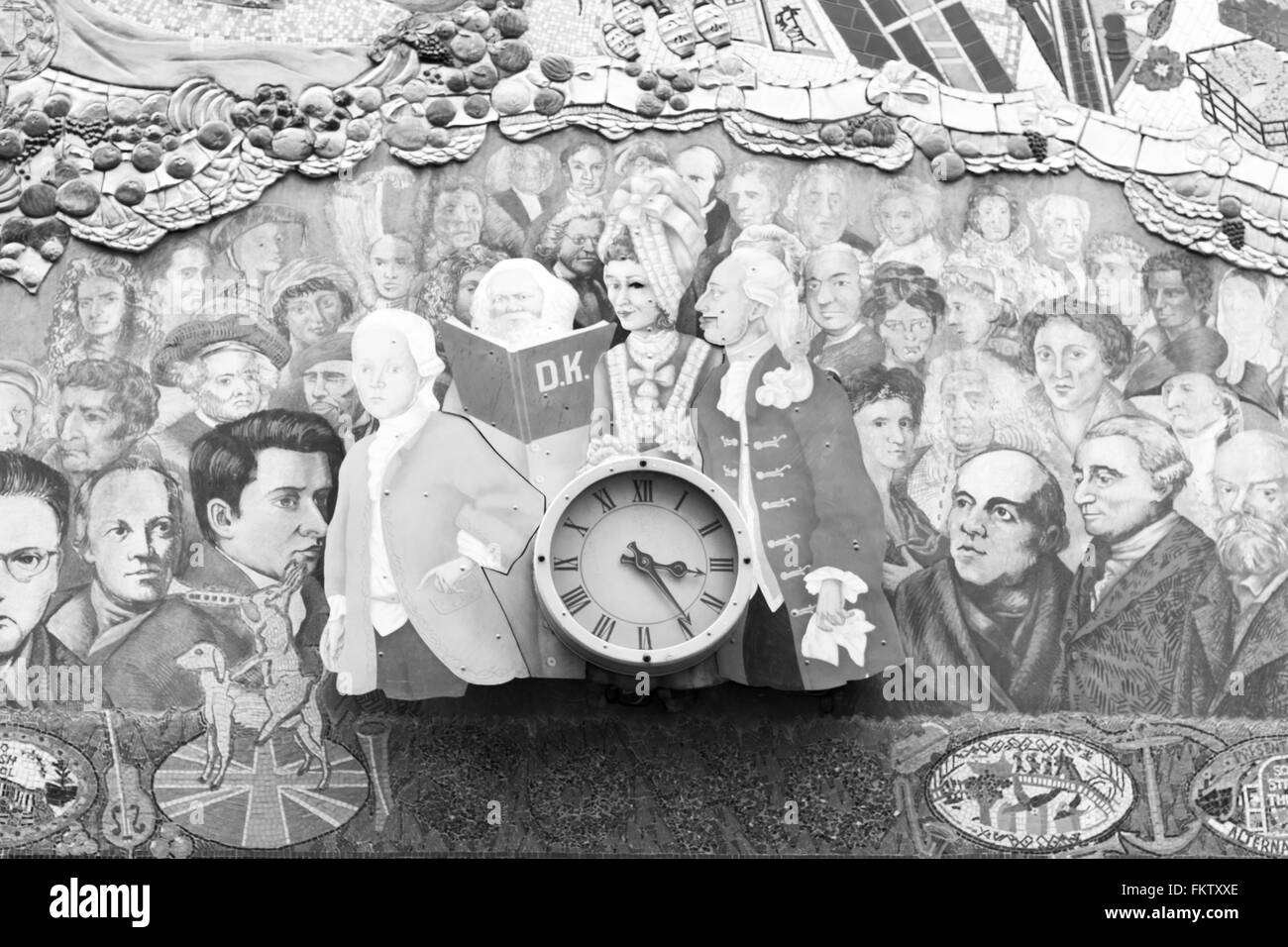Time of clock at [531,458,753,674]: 3:24
